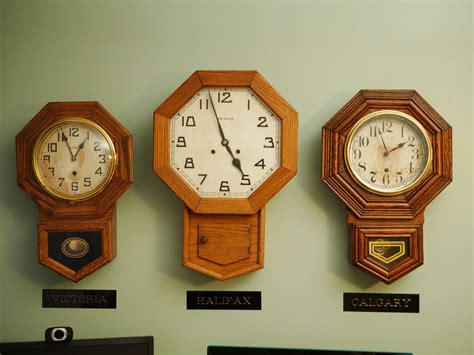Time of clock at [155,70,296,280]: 4:56
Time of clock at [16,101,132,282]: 12:56
